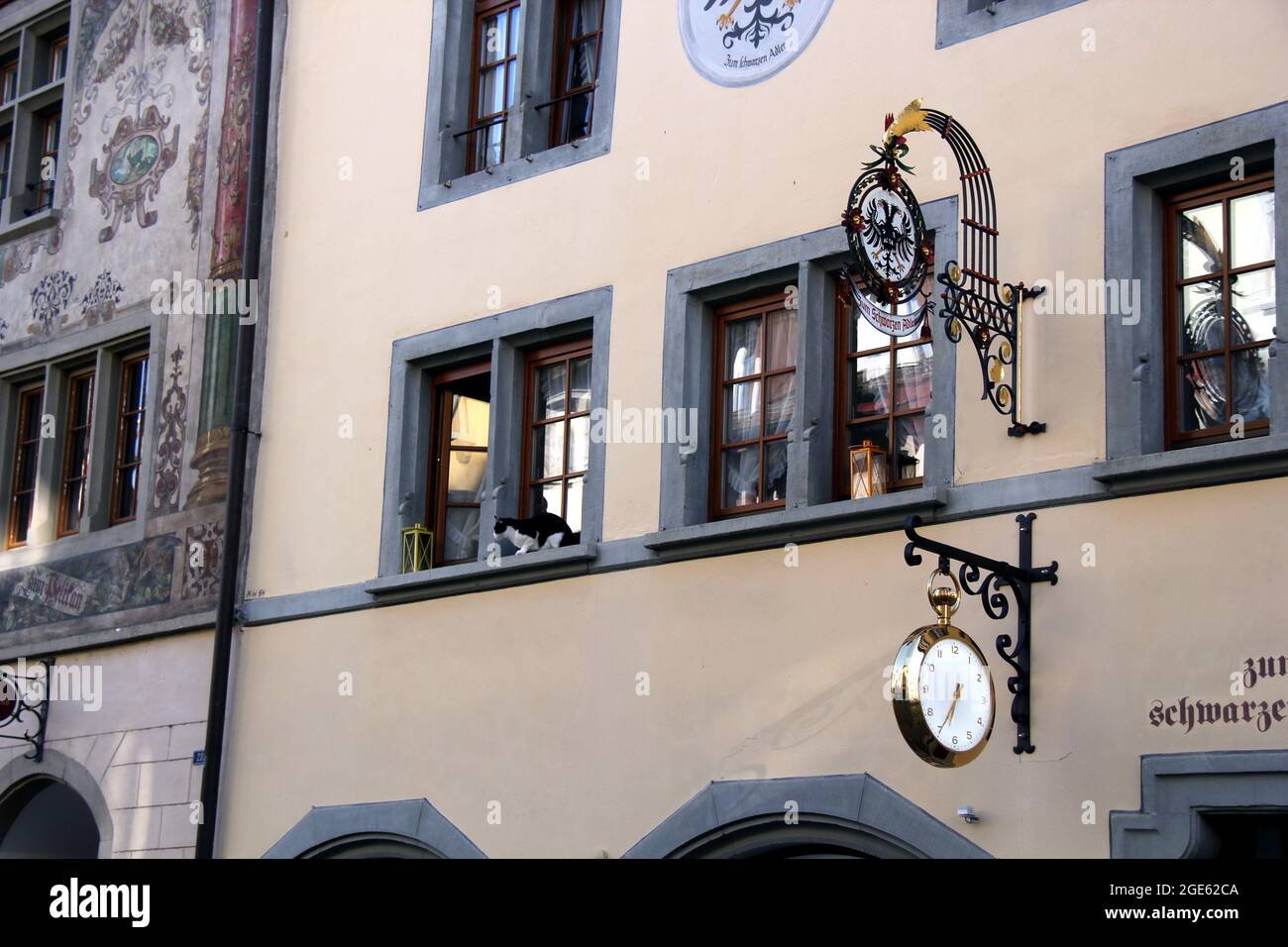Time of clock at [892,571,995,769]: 6:34
